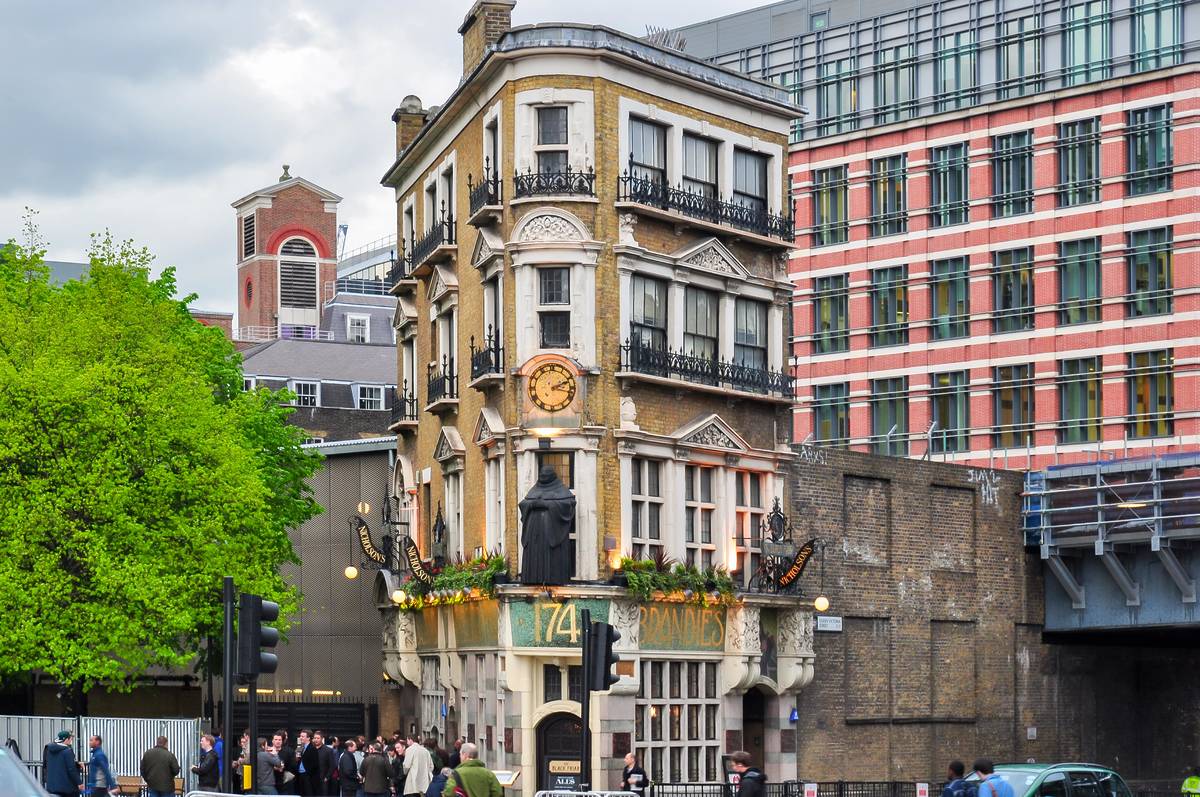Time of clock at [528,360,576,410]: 2:17
